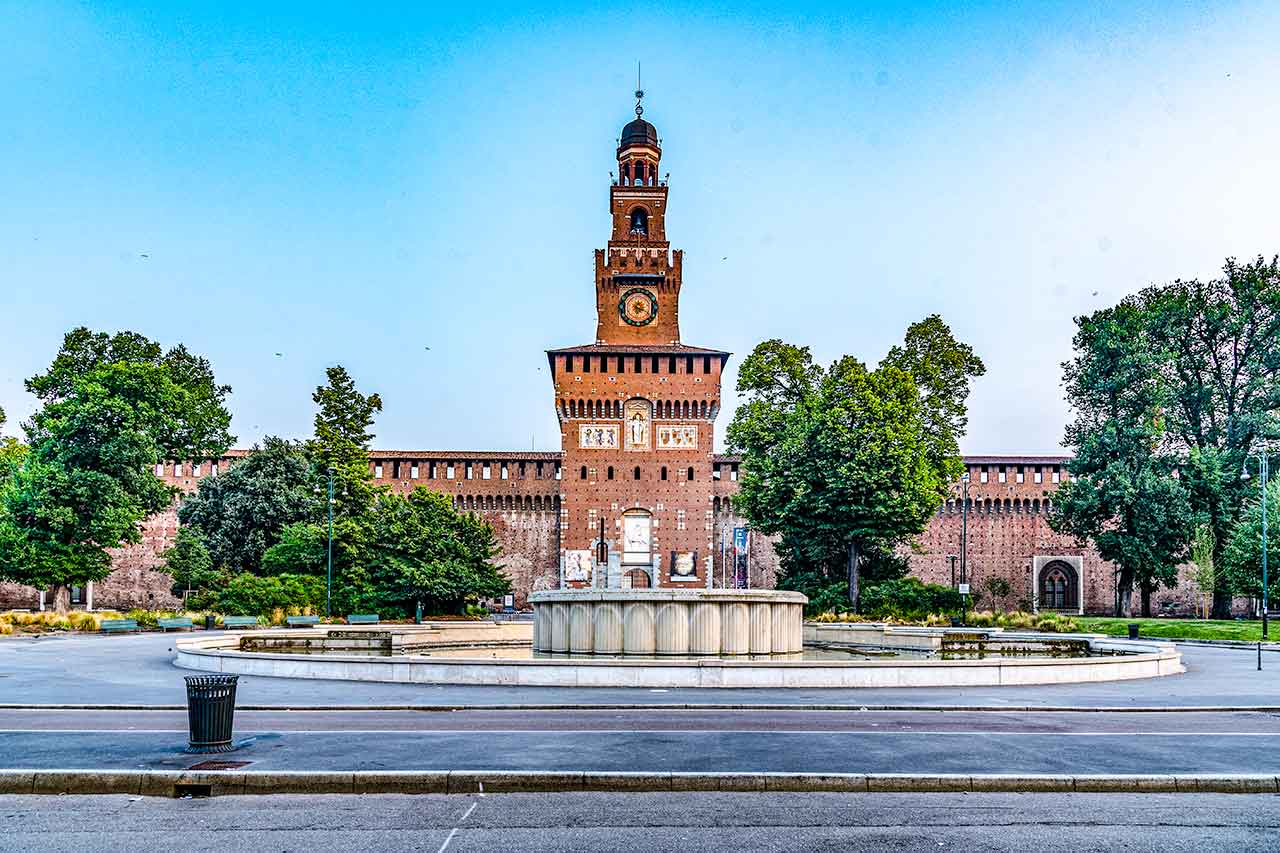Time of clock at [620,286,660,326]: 6:18
